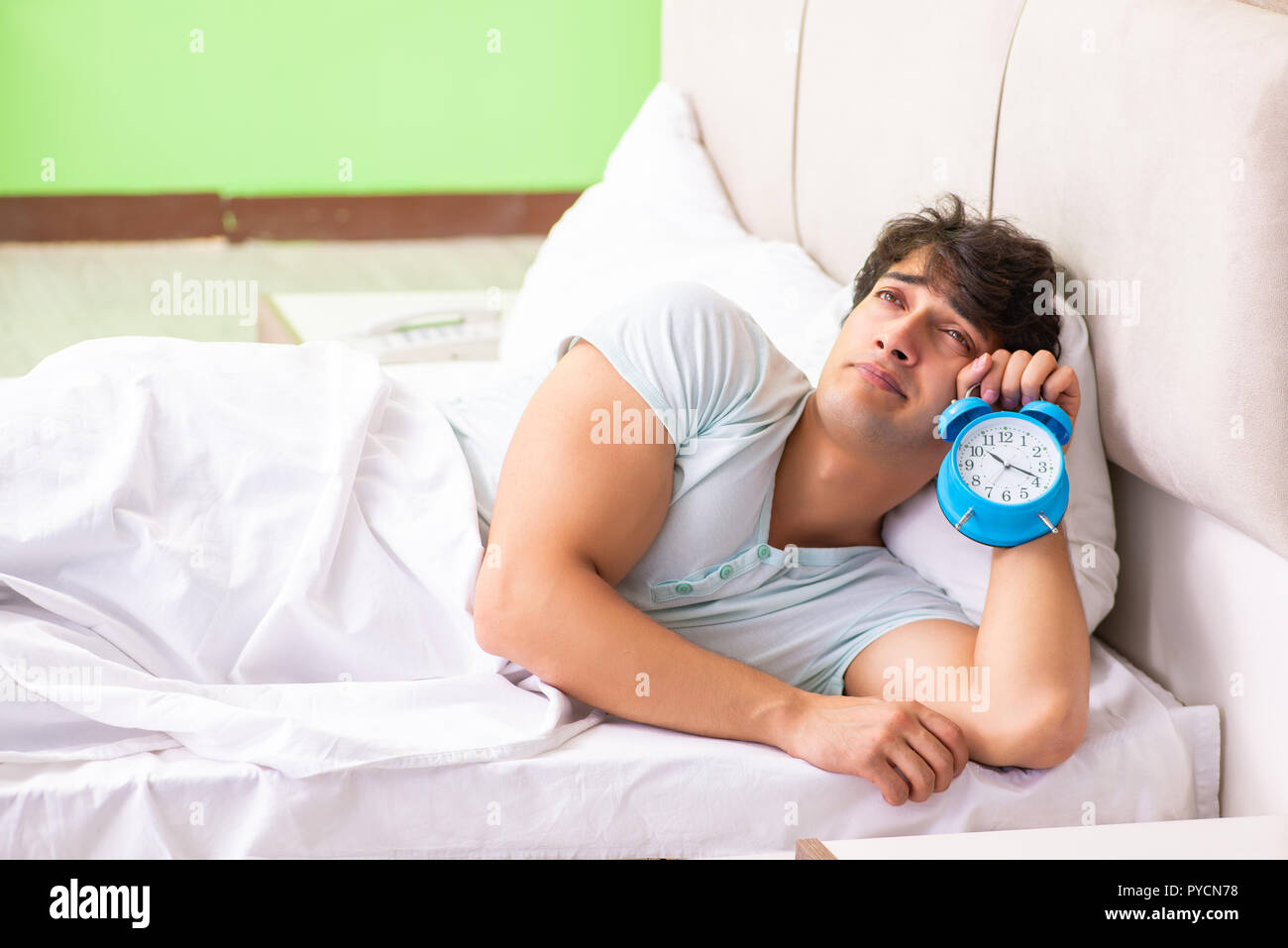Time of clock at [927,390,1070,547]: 10:18
